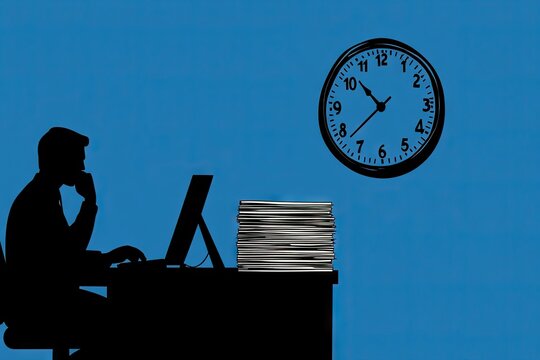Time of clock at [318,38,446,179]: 10:37
